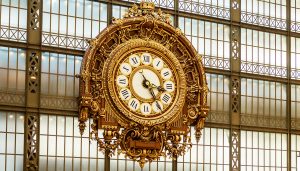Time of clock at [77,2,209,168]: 3:24
